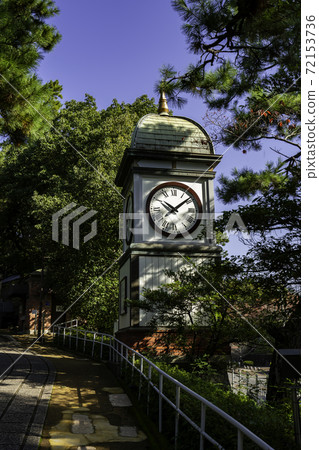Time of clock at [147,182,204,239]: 10:08
